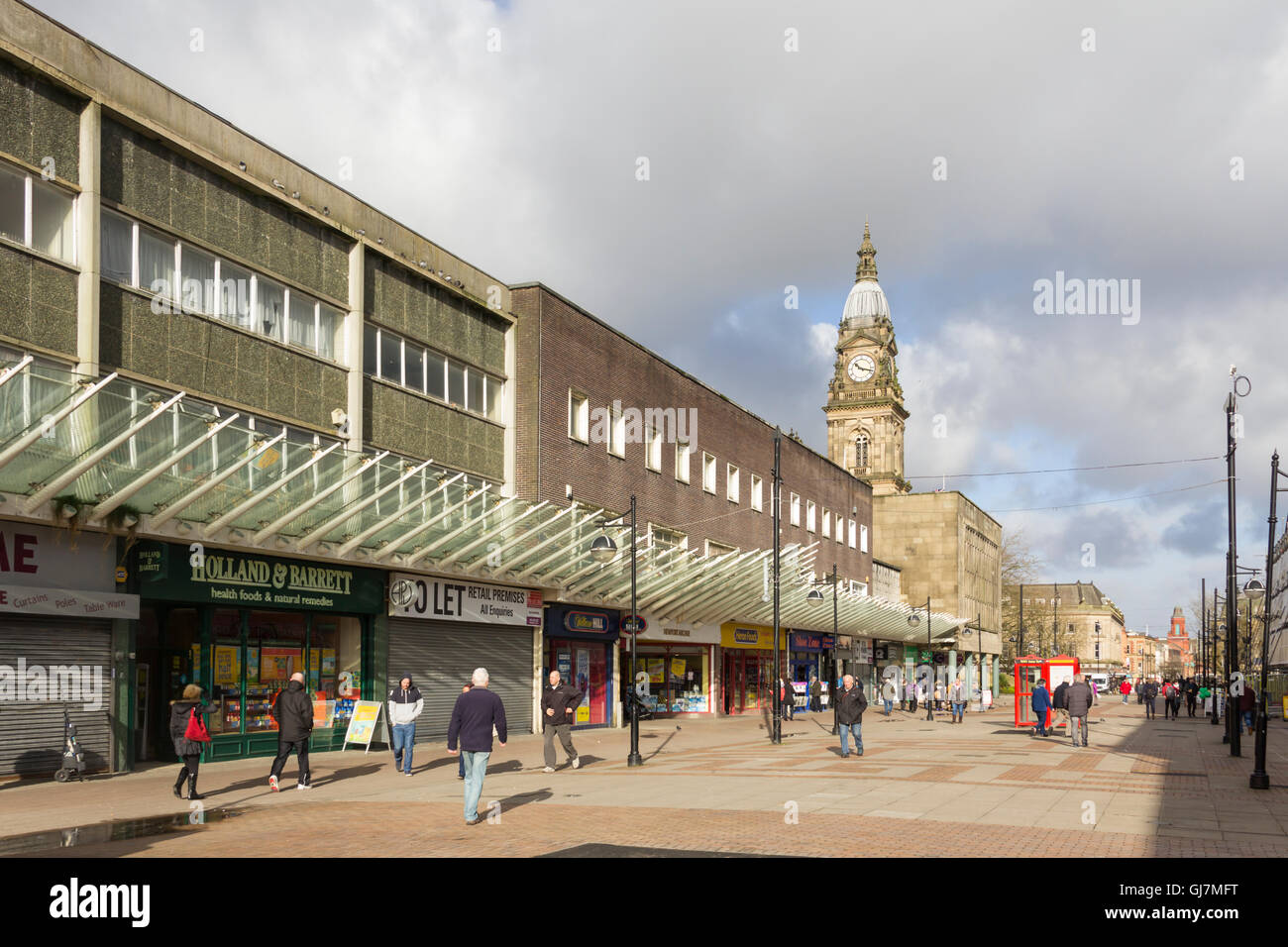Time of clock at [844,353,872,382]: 10:17
